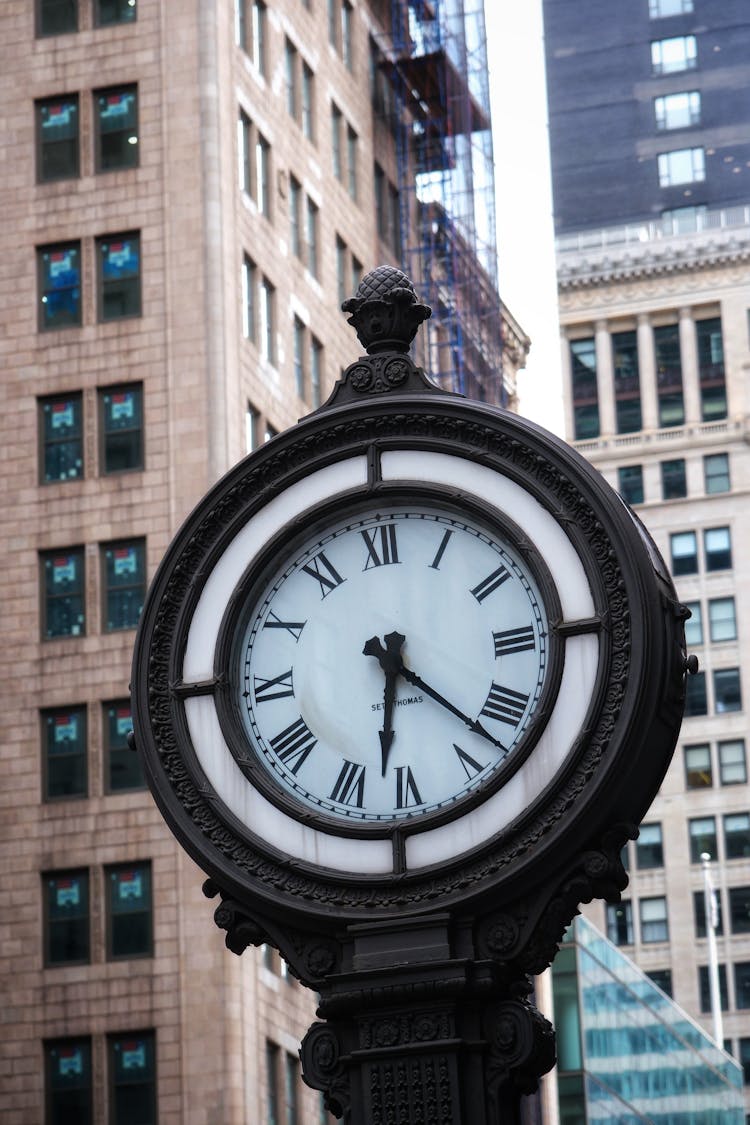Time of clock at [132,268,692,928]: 6:22
